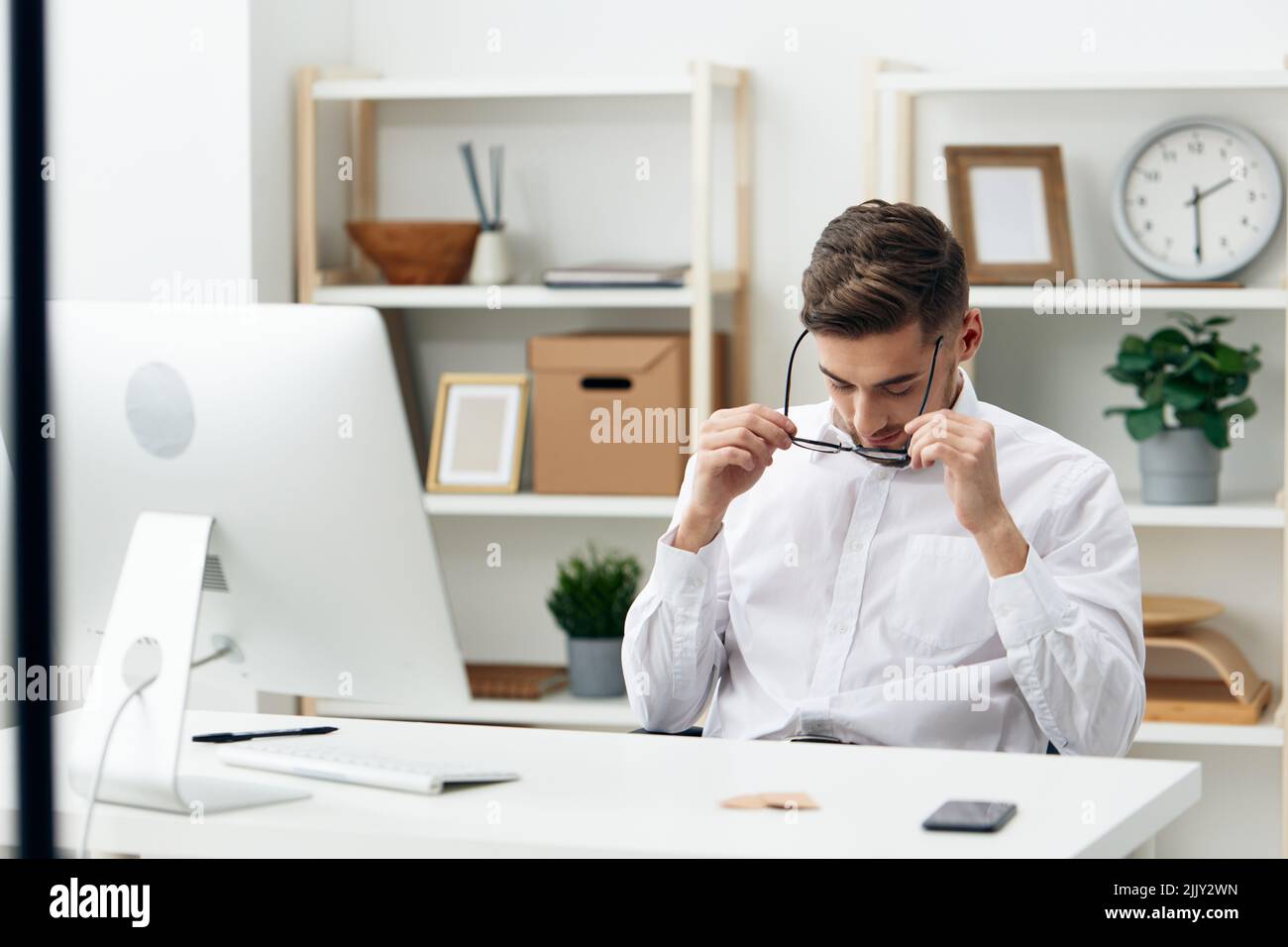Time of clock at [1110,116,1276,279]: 2:29
